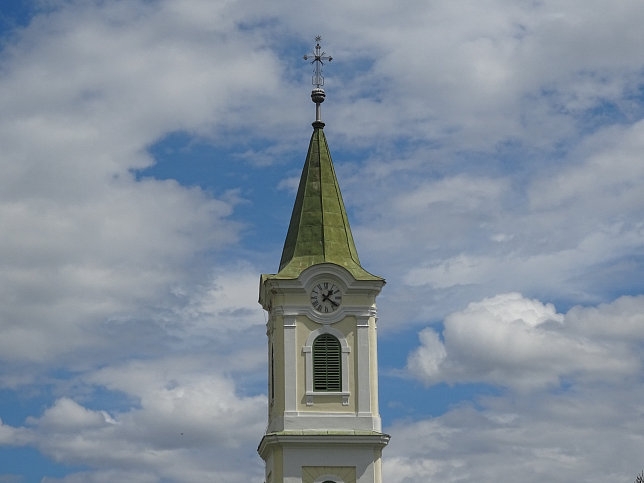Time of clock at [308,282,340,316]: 1:21
